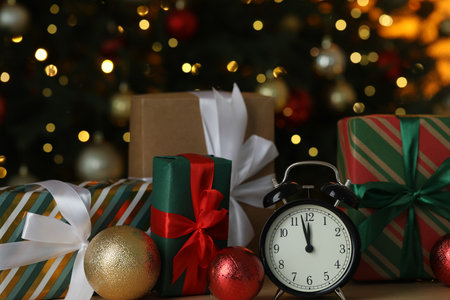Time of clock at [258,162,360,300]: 11:57
